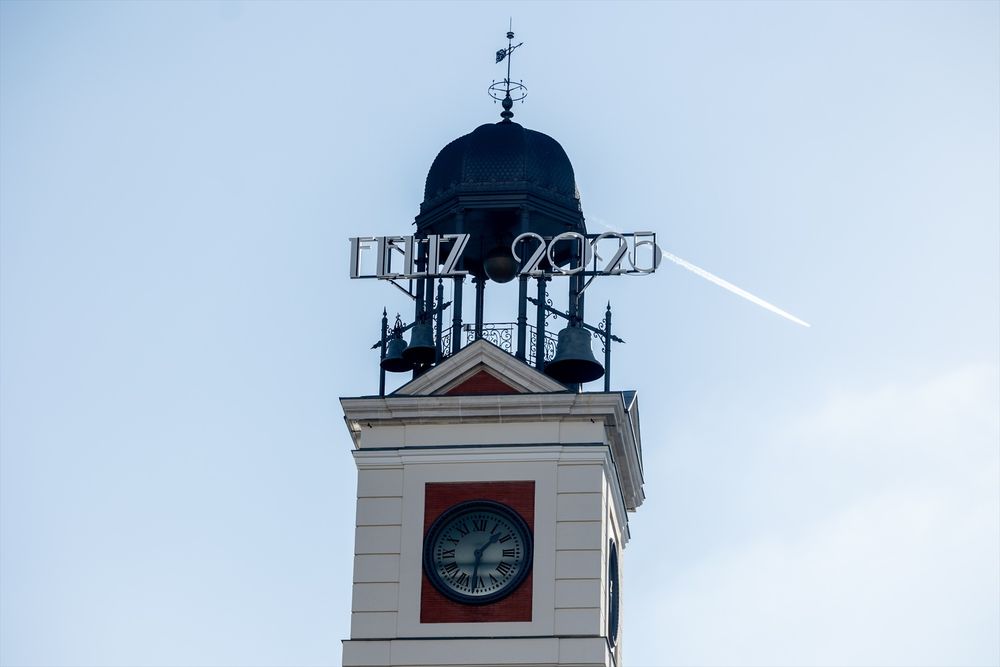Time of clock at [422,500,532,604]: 1:31
